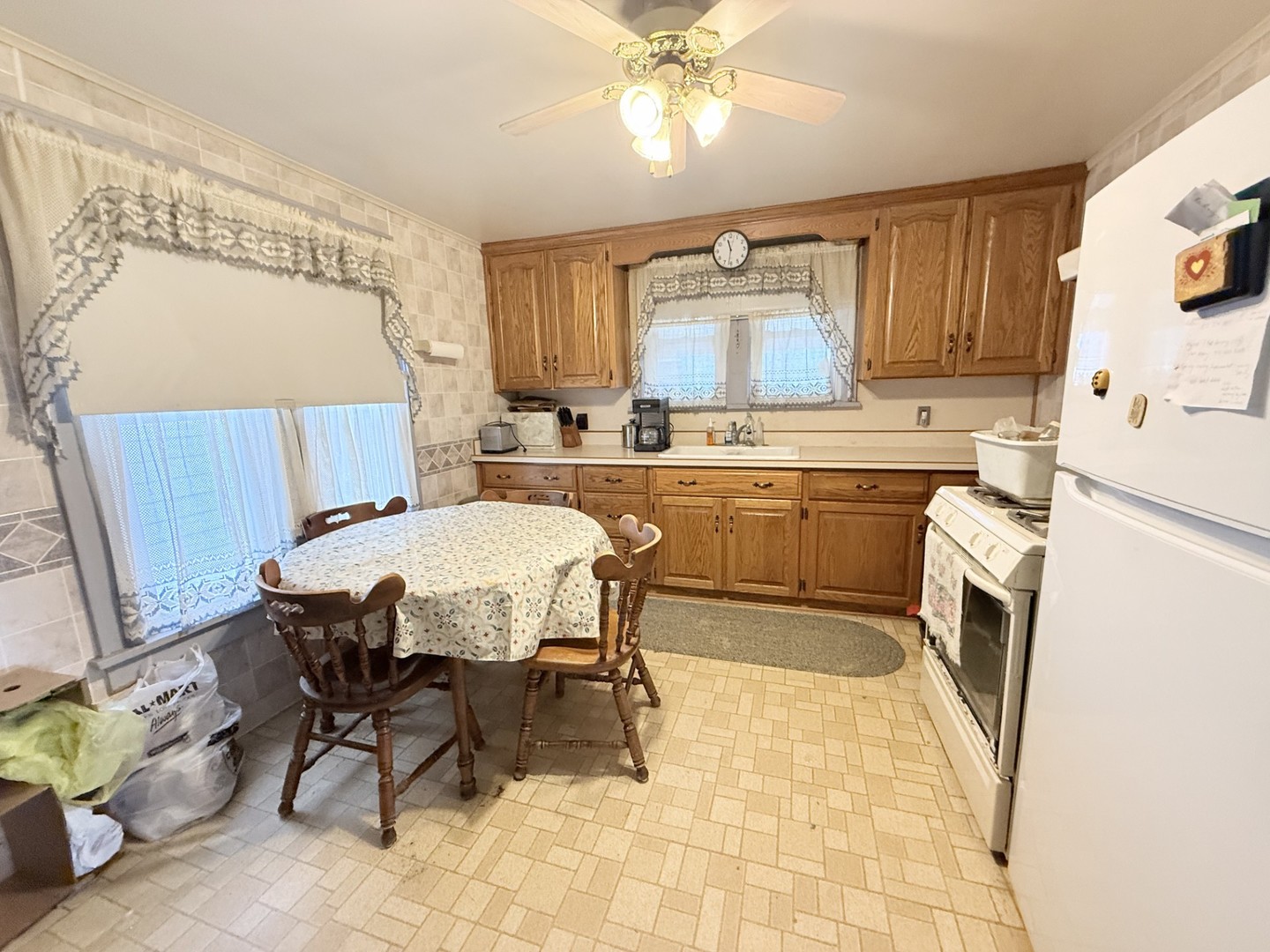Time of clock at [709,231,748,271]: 11:31
